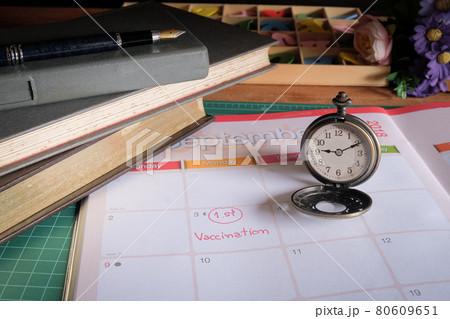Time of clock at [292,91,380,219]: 9:10
